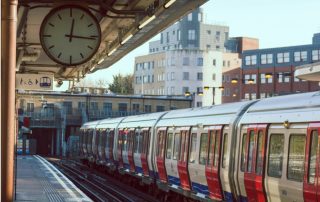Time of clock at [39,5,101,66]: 12:16
